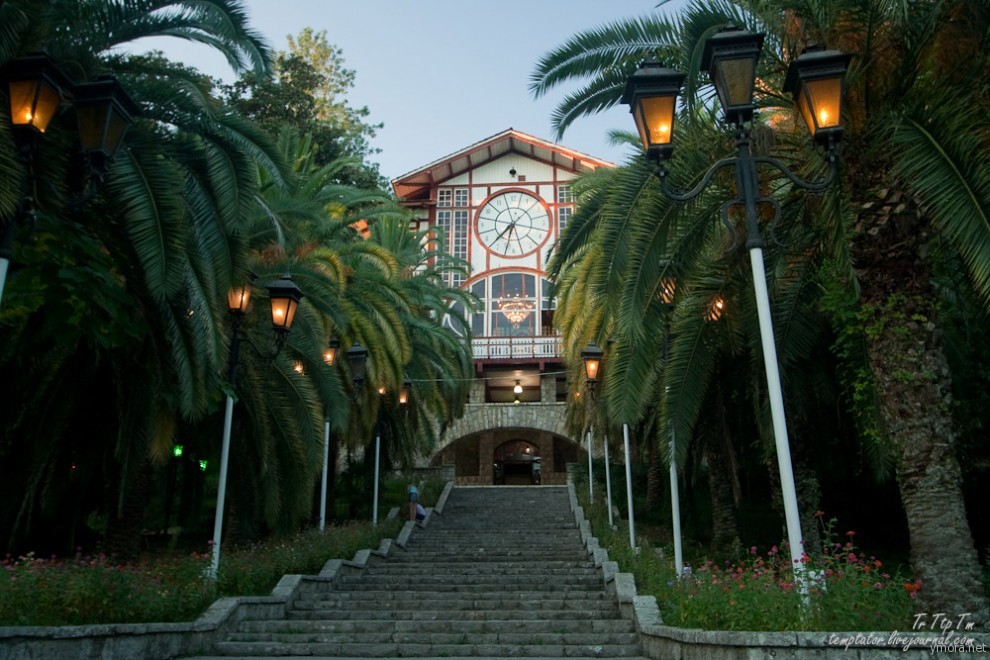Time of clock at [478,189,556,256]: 7:32
